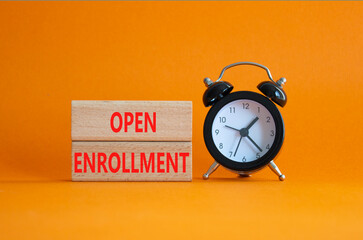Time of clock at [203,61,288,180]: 1:22
